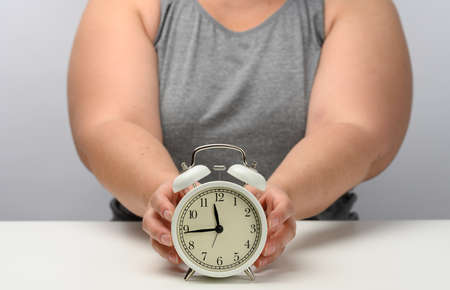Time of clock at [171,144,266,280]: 11:44
